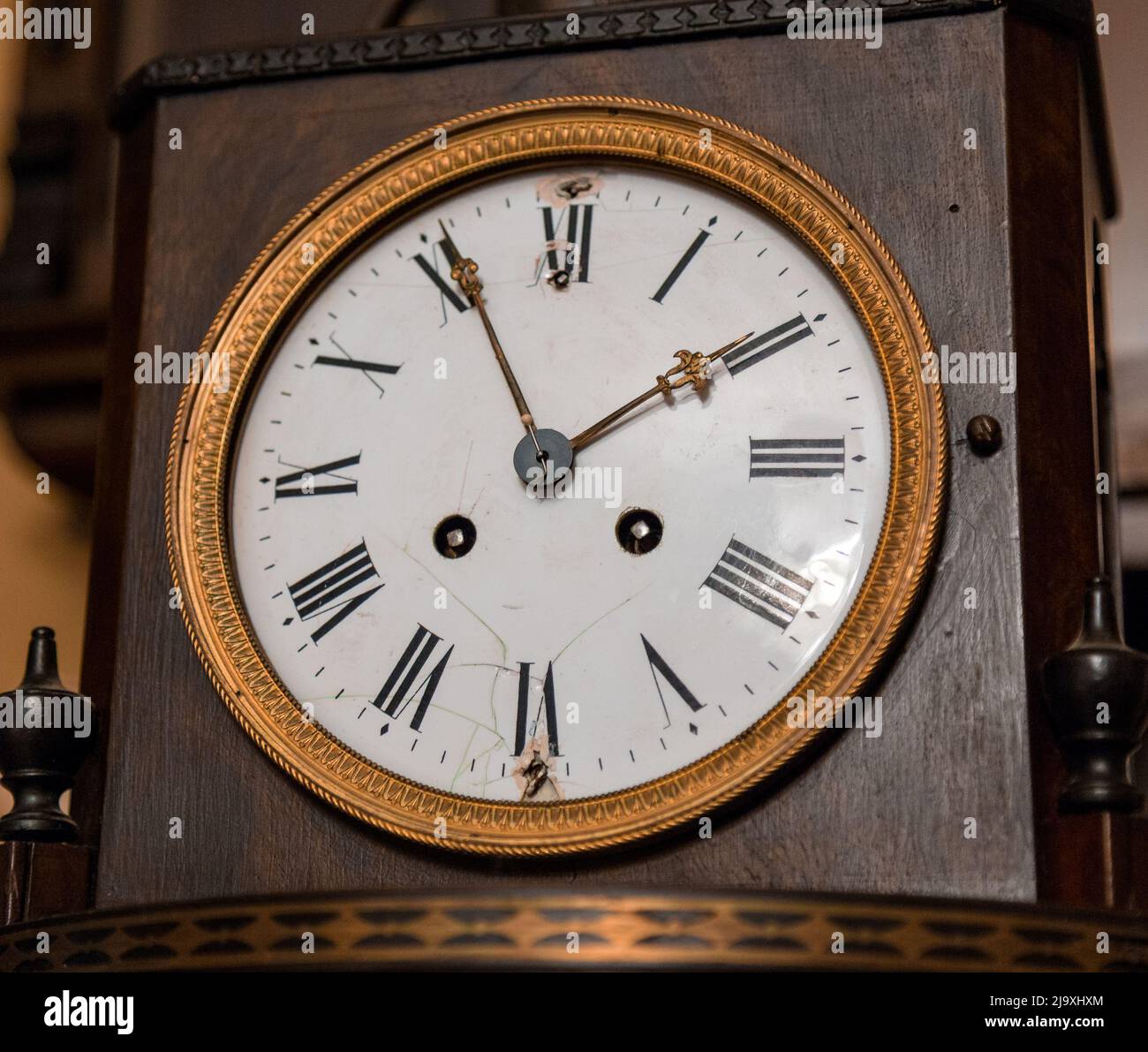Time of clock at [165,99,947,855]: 1:55
